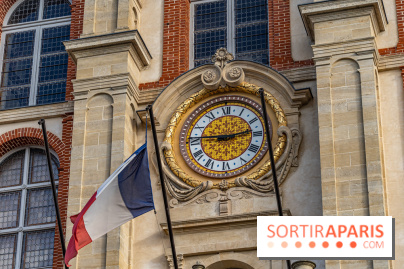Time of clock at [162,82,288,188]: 9:13
